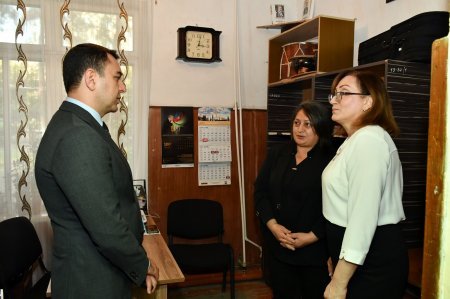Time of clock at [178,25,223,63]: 3:02
